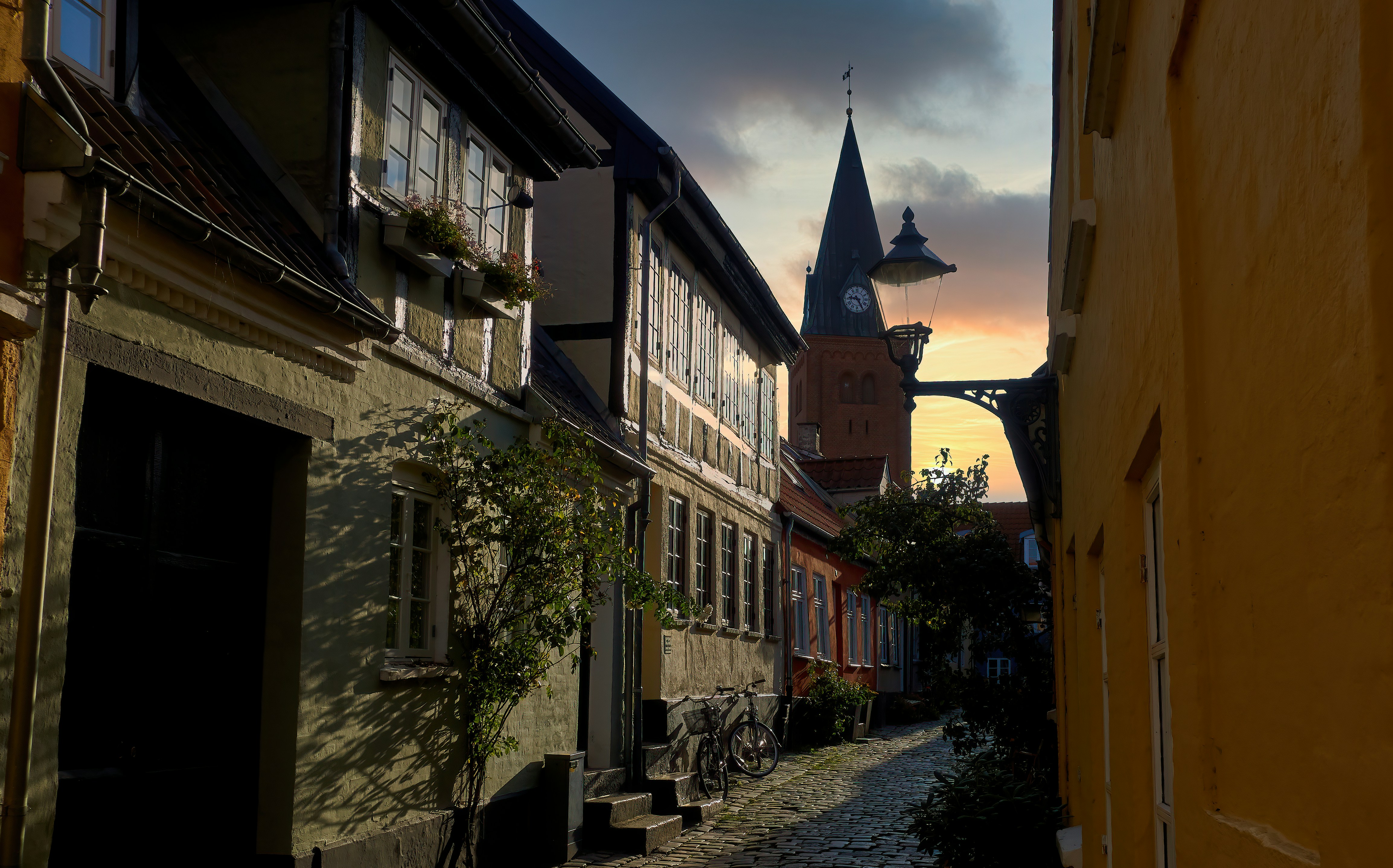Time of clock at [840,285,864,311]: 9:25
